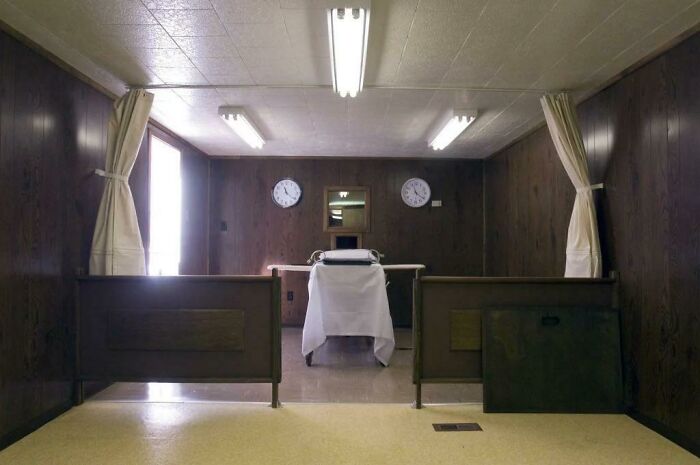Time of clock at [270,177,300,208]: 11:21
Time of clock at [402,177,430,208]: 11:21
